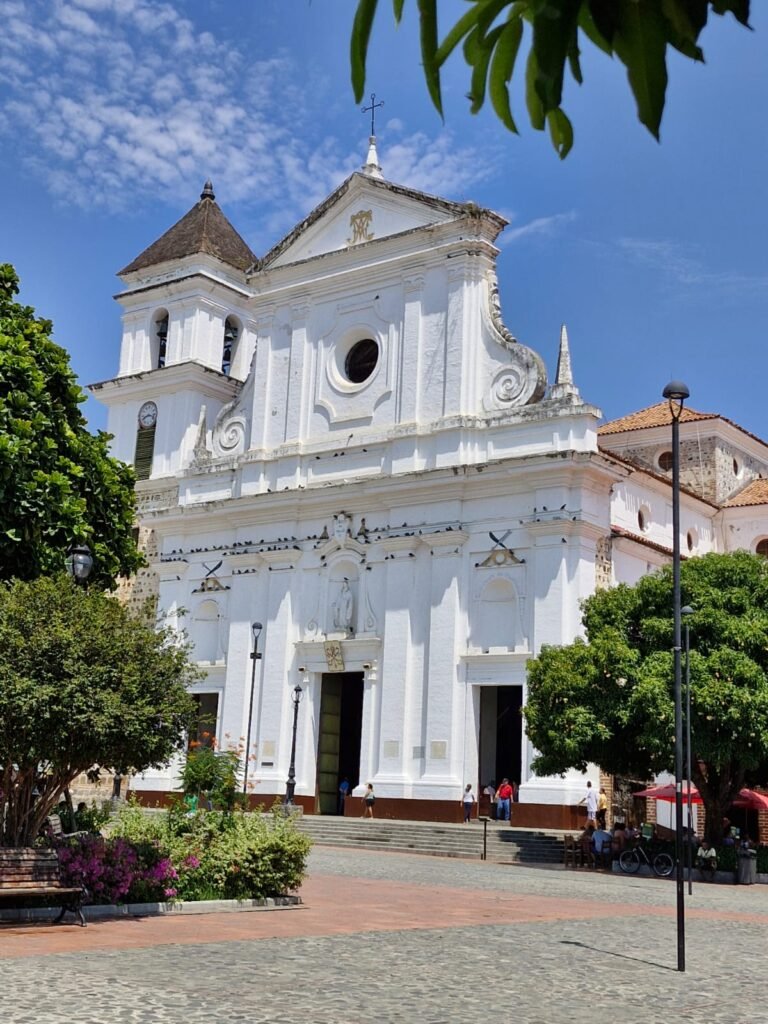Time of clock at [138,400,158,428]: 8:17
